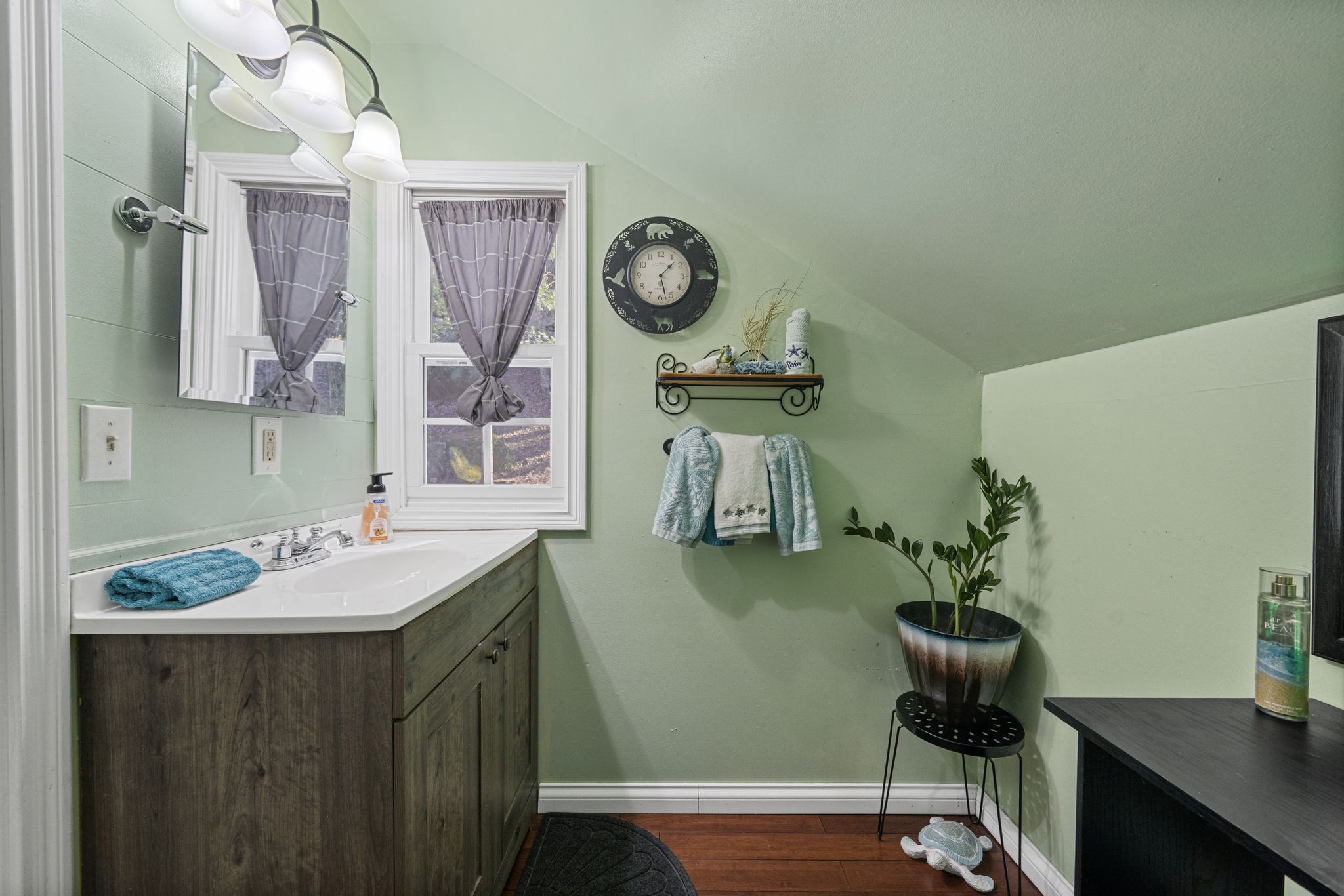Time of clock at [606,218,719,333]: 1:27
